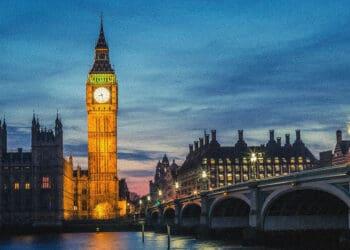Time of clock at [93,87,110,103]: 8:27
